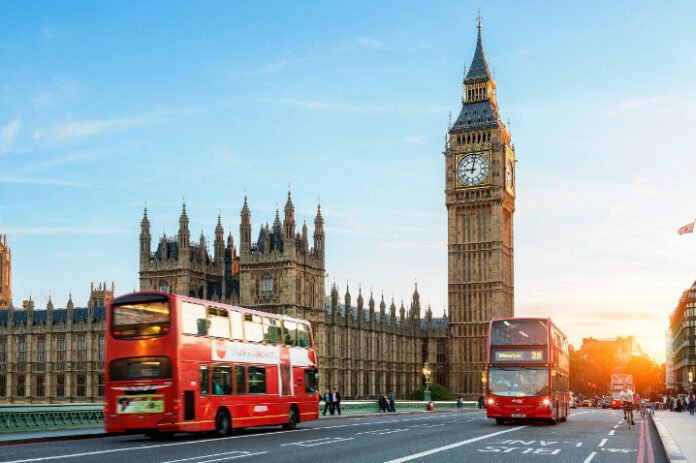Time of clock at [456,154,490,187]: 9:01
